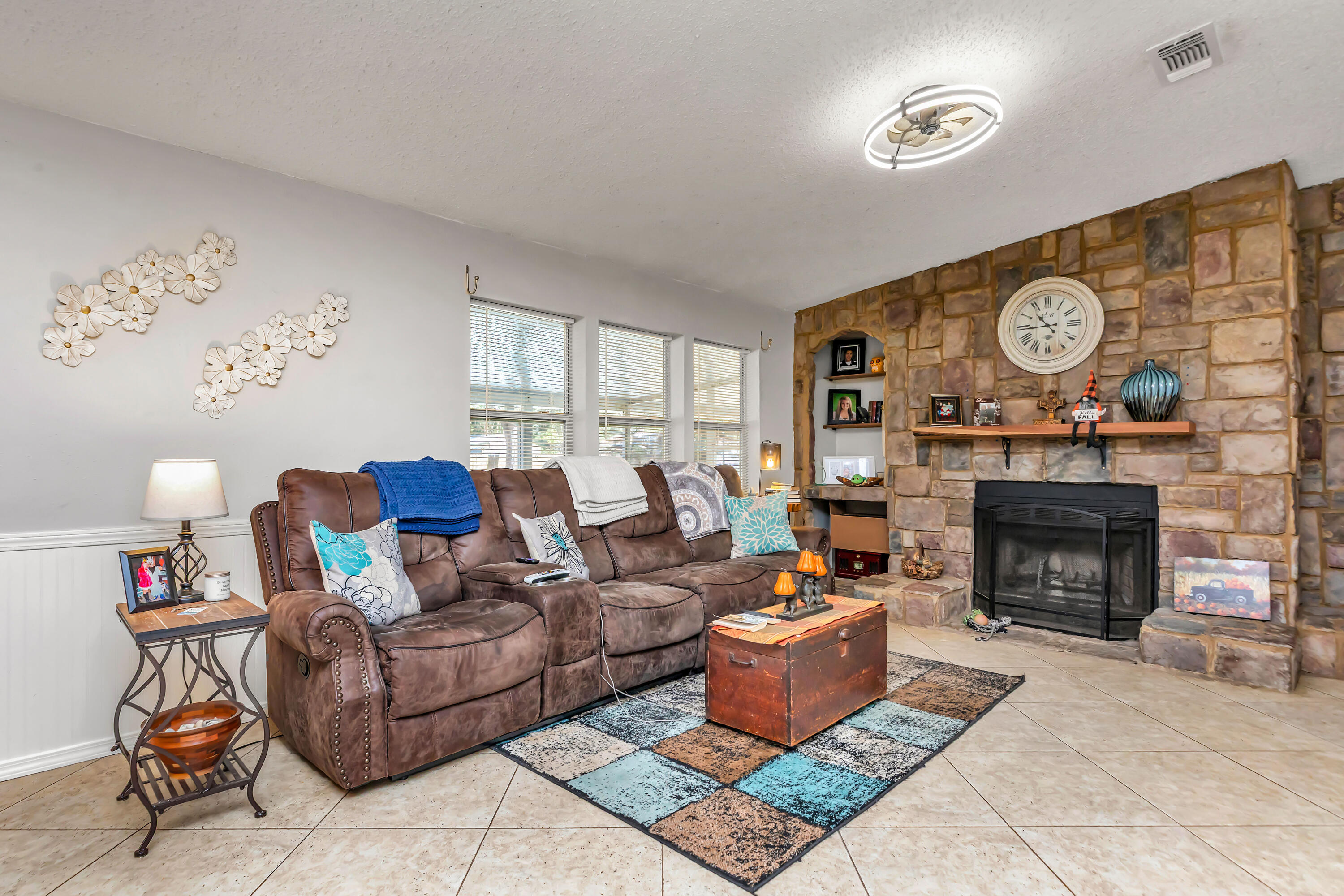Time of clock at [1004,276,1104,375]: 10:45
